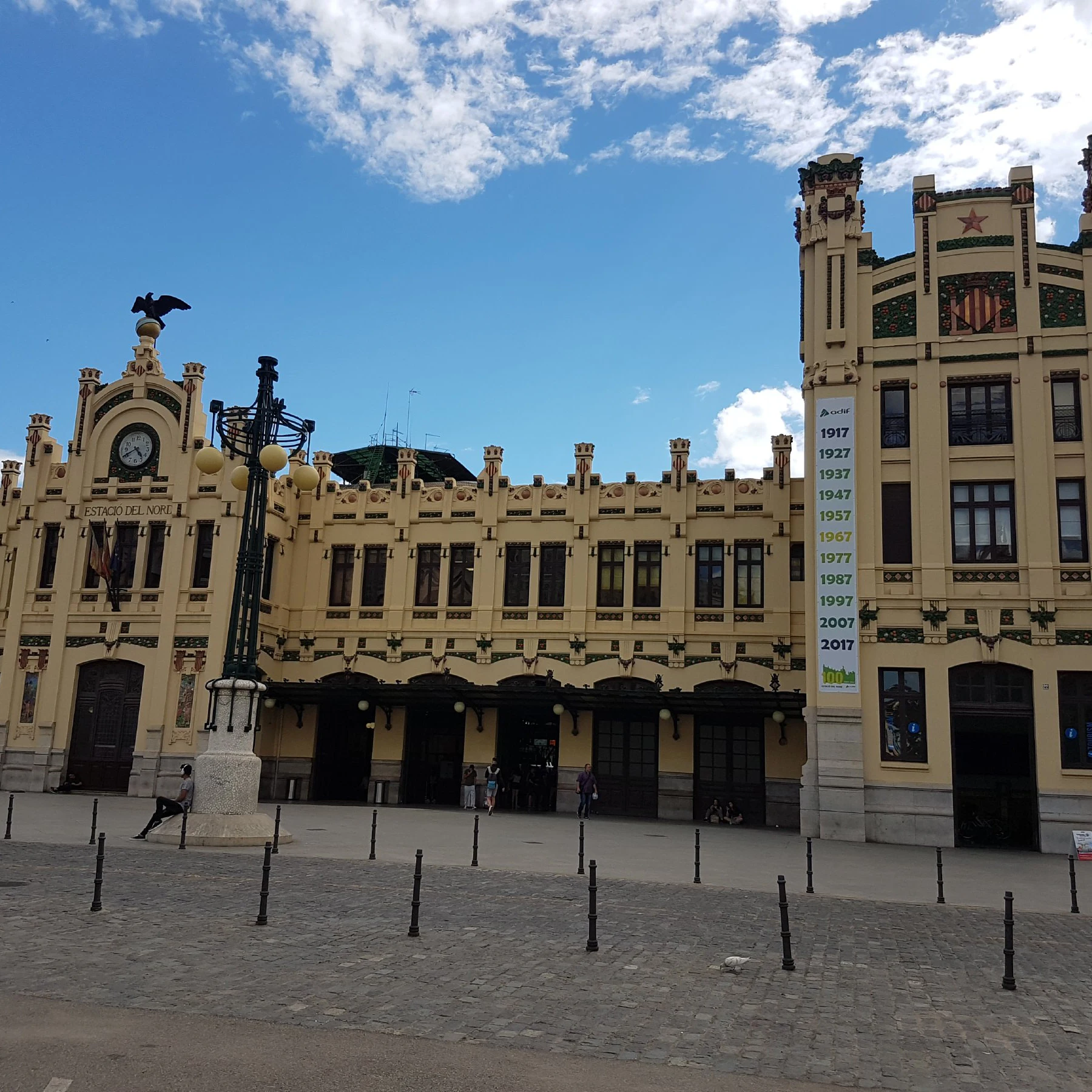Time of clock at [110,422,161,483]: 4:40
